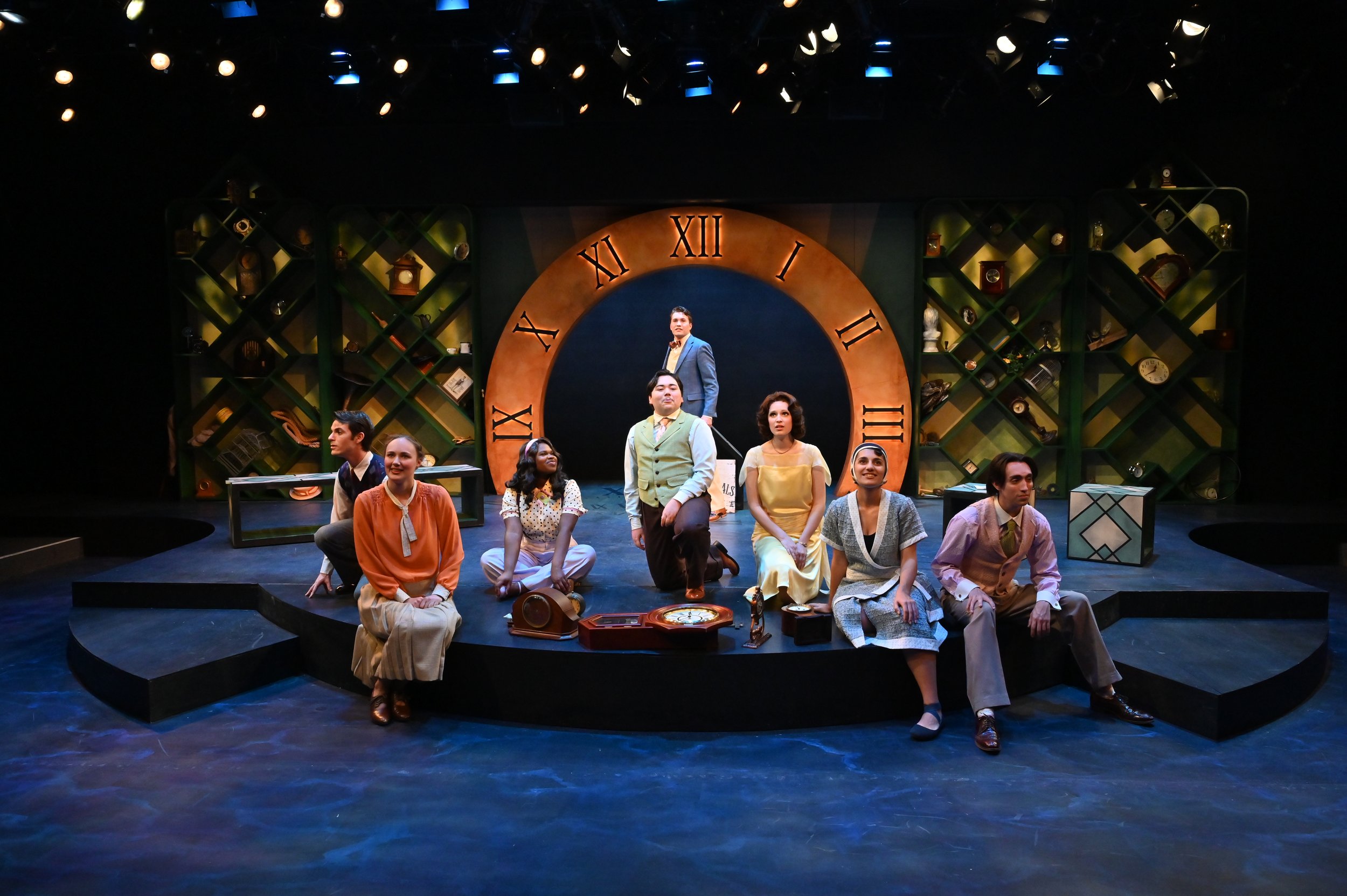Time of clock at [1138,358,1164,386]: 12:39
